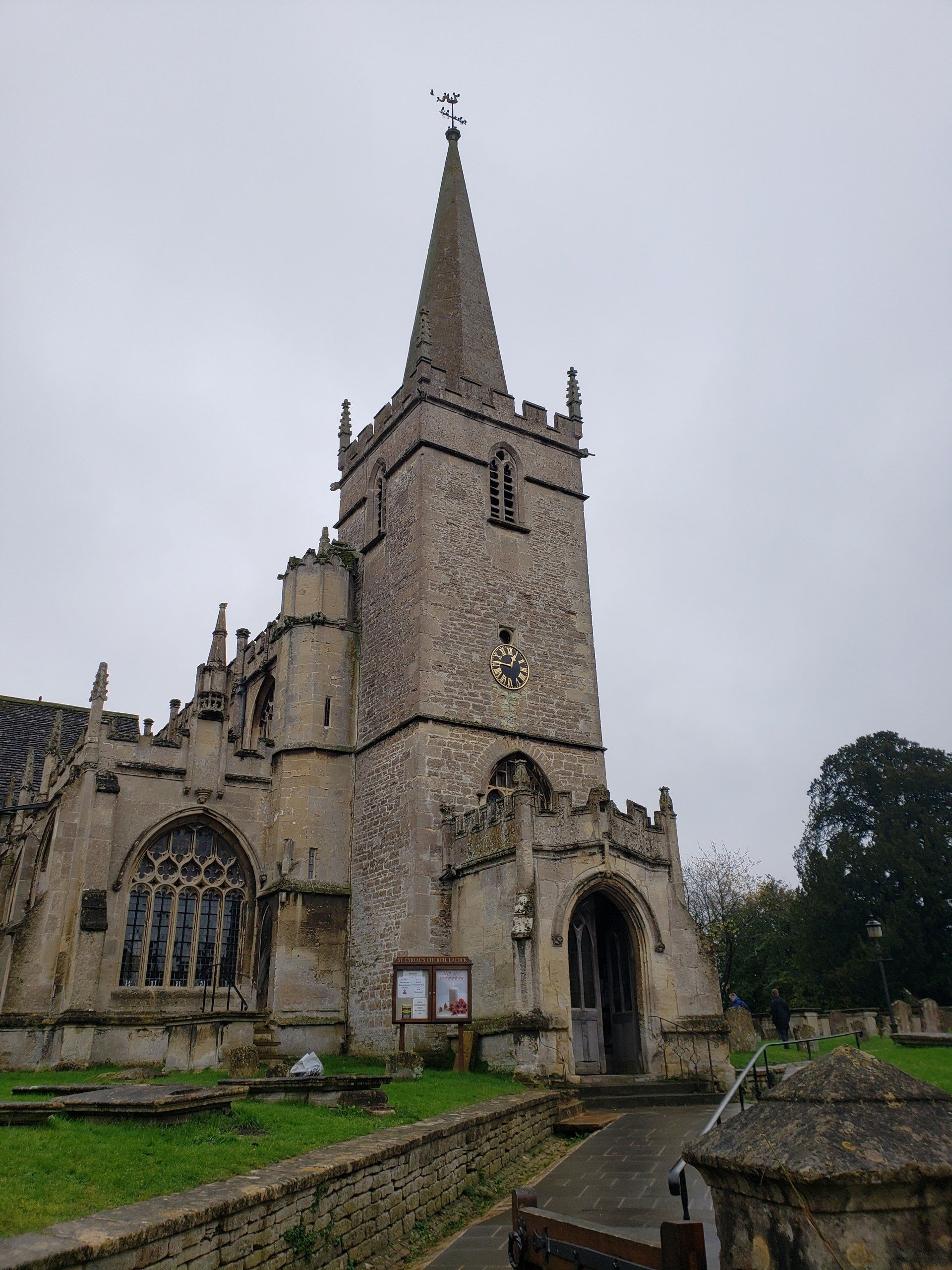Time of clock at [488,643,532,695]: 12:46
